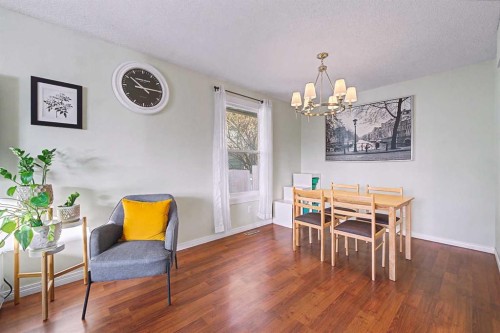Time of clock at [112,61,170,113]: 10:14
